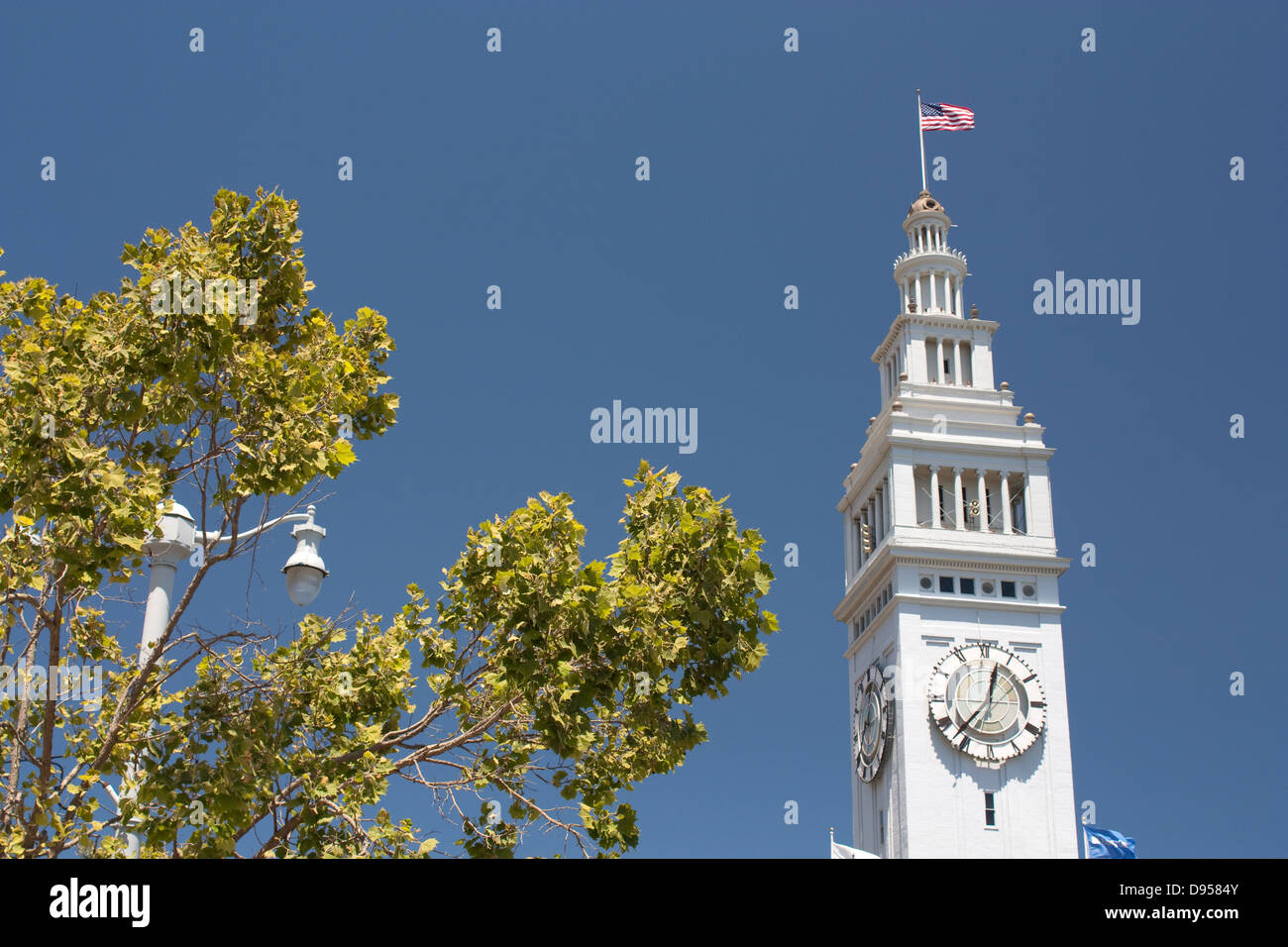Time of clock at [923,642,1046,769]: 12:37
